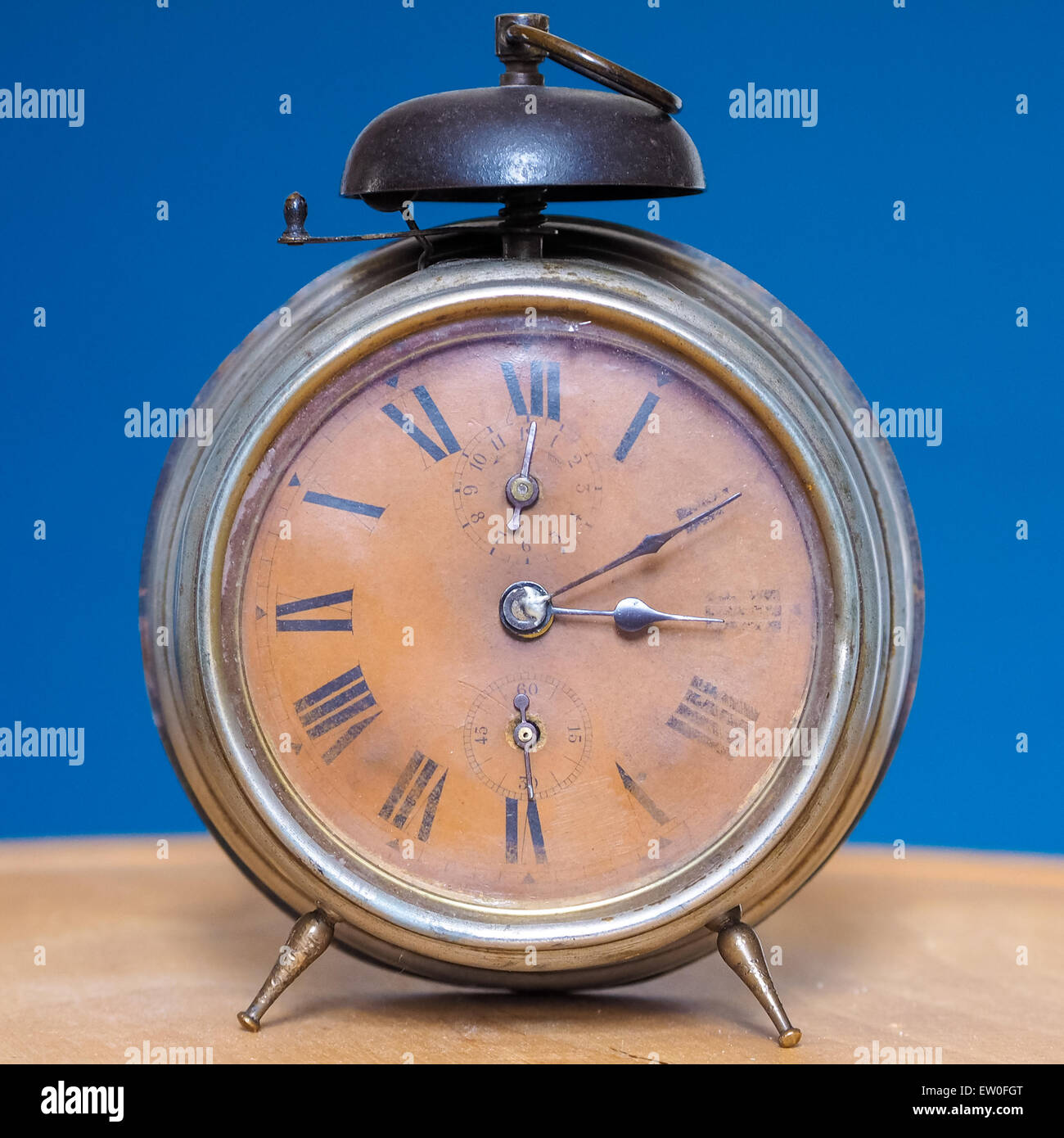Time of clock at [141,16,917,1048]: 3:09
